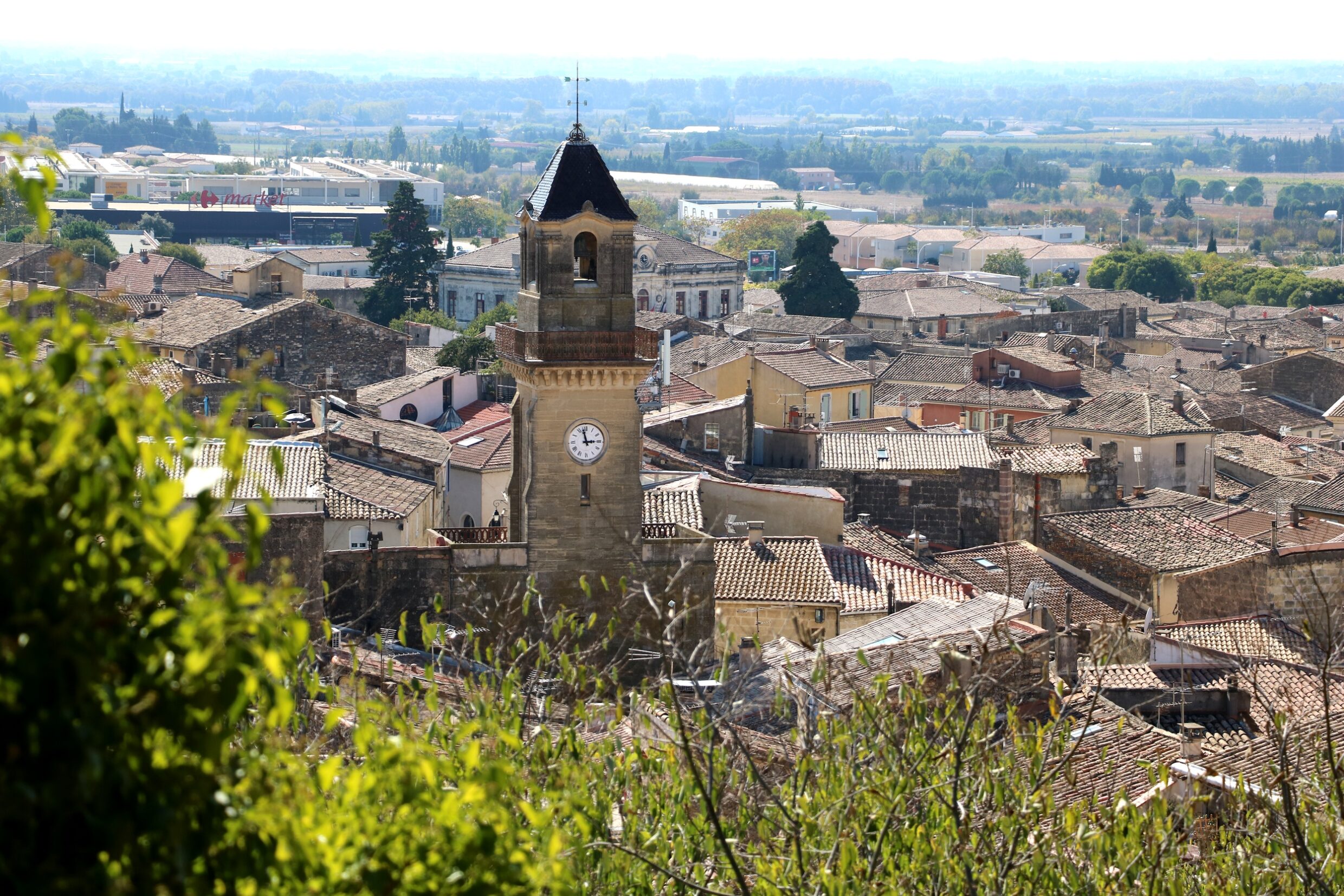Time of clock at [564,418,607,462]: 2:57
